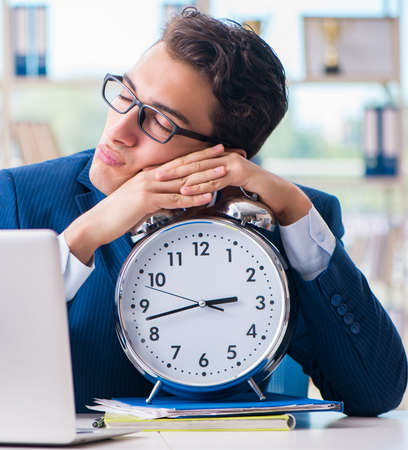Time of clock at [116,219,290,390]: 2:42
